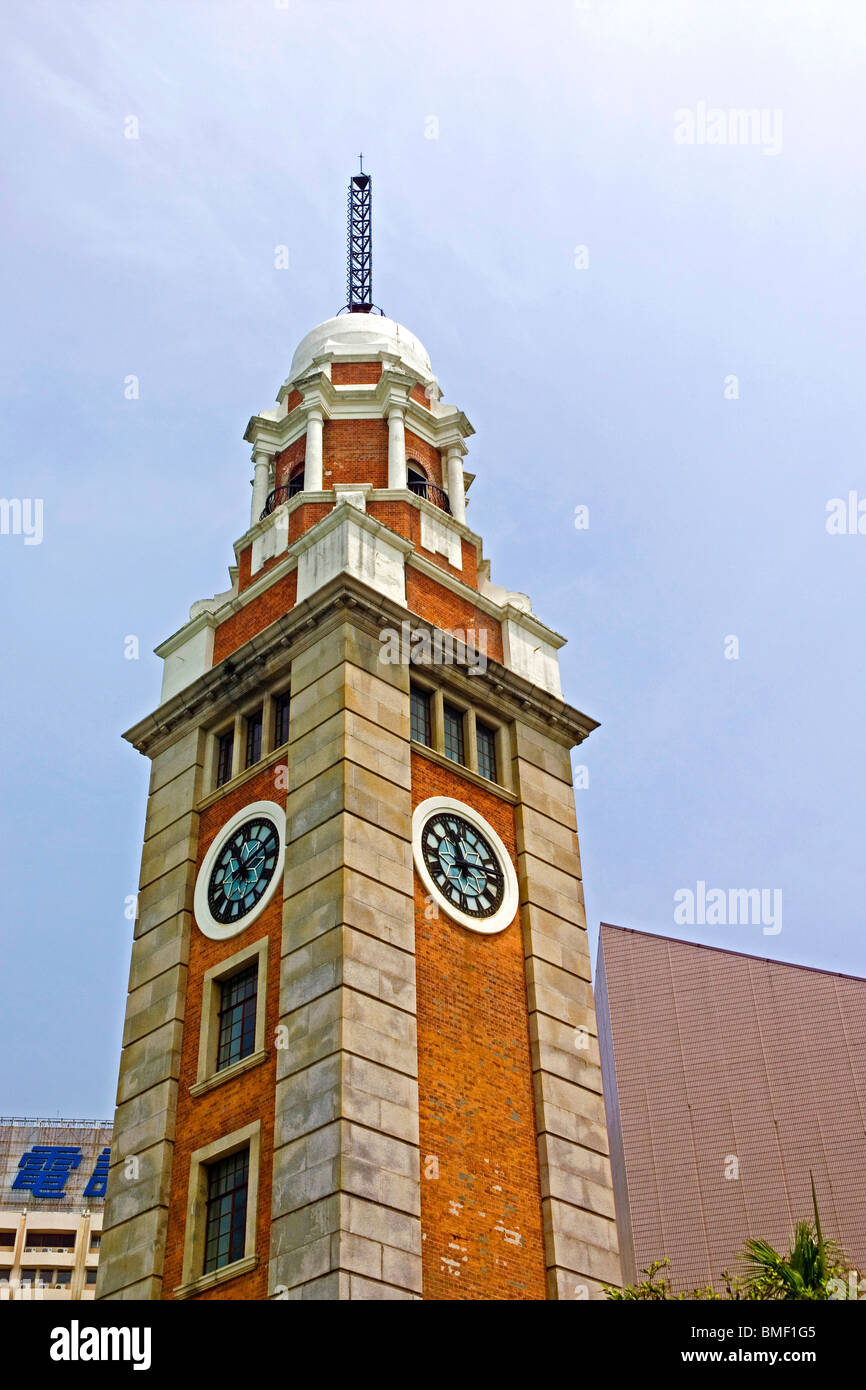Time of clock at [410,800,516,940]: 12:14
